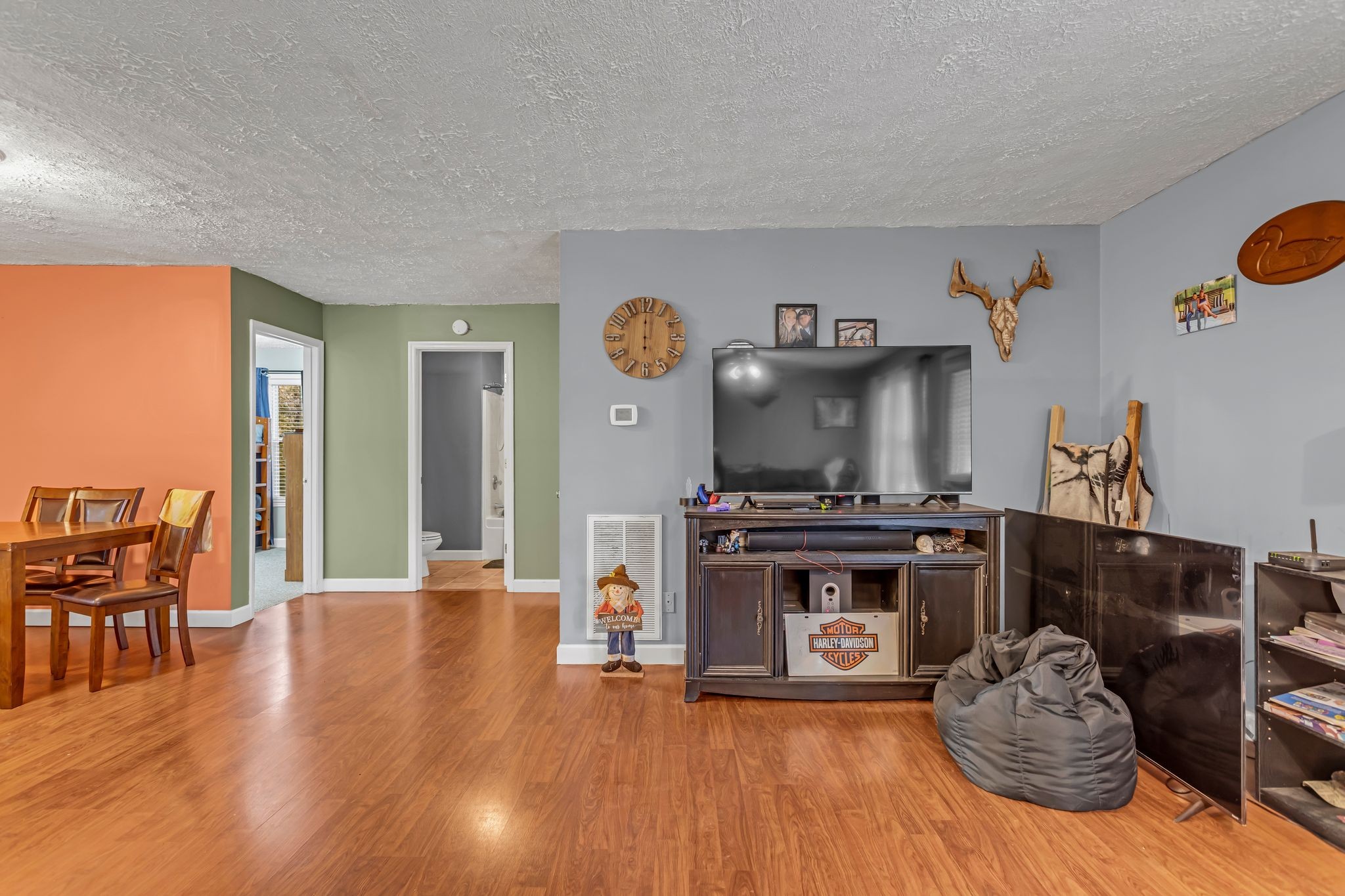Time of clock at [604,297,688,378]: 6:00
